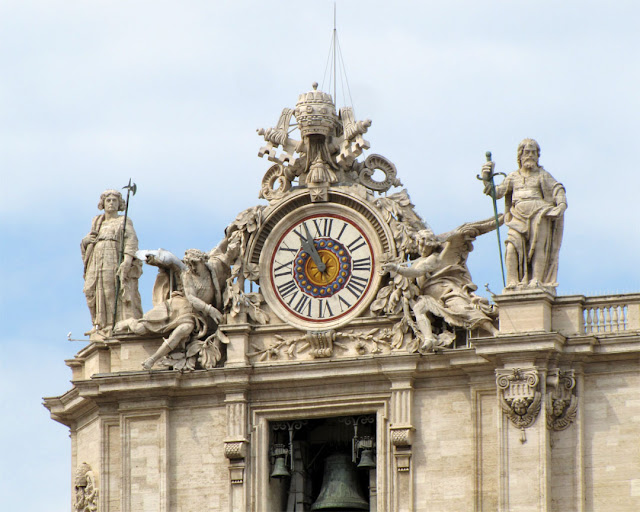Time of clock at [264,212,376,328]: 10:56
